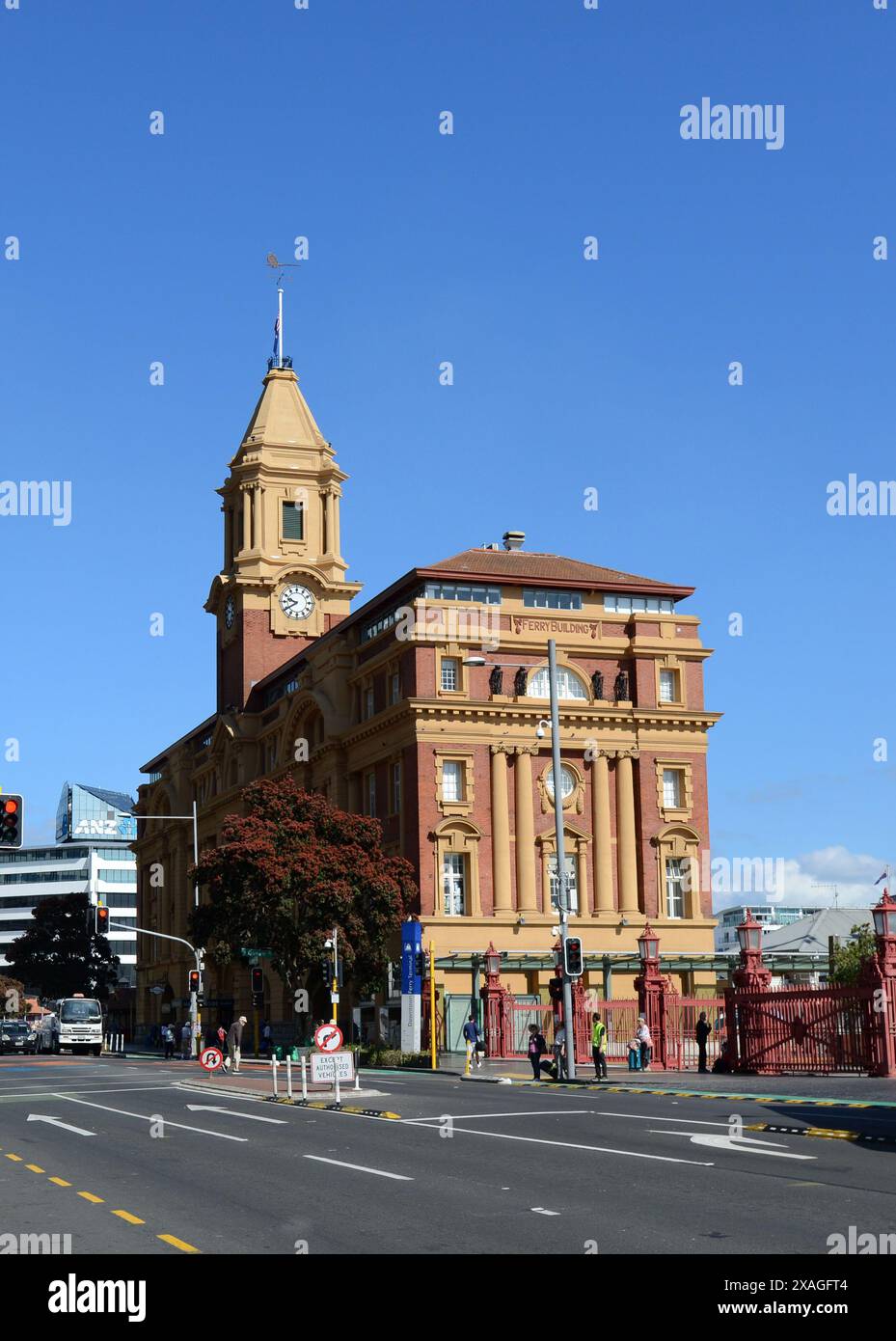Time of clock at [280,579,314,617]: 9:39
